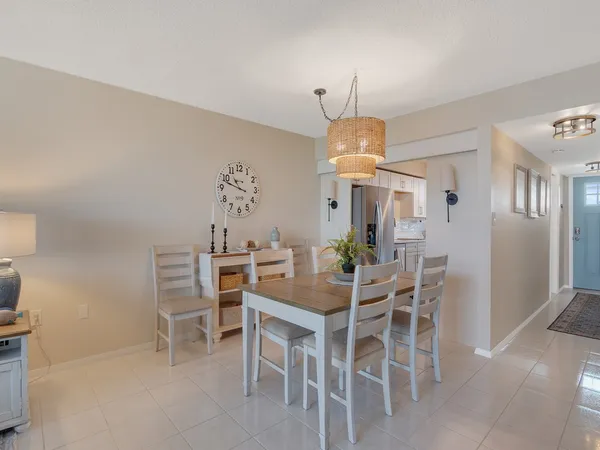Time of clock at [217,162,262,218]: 10:48
